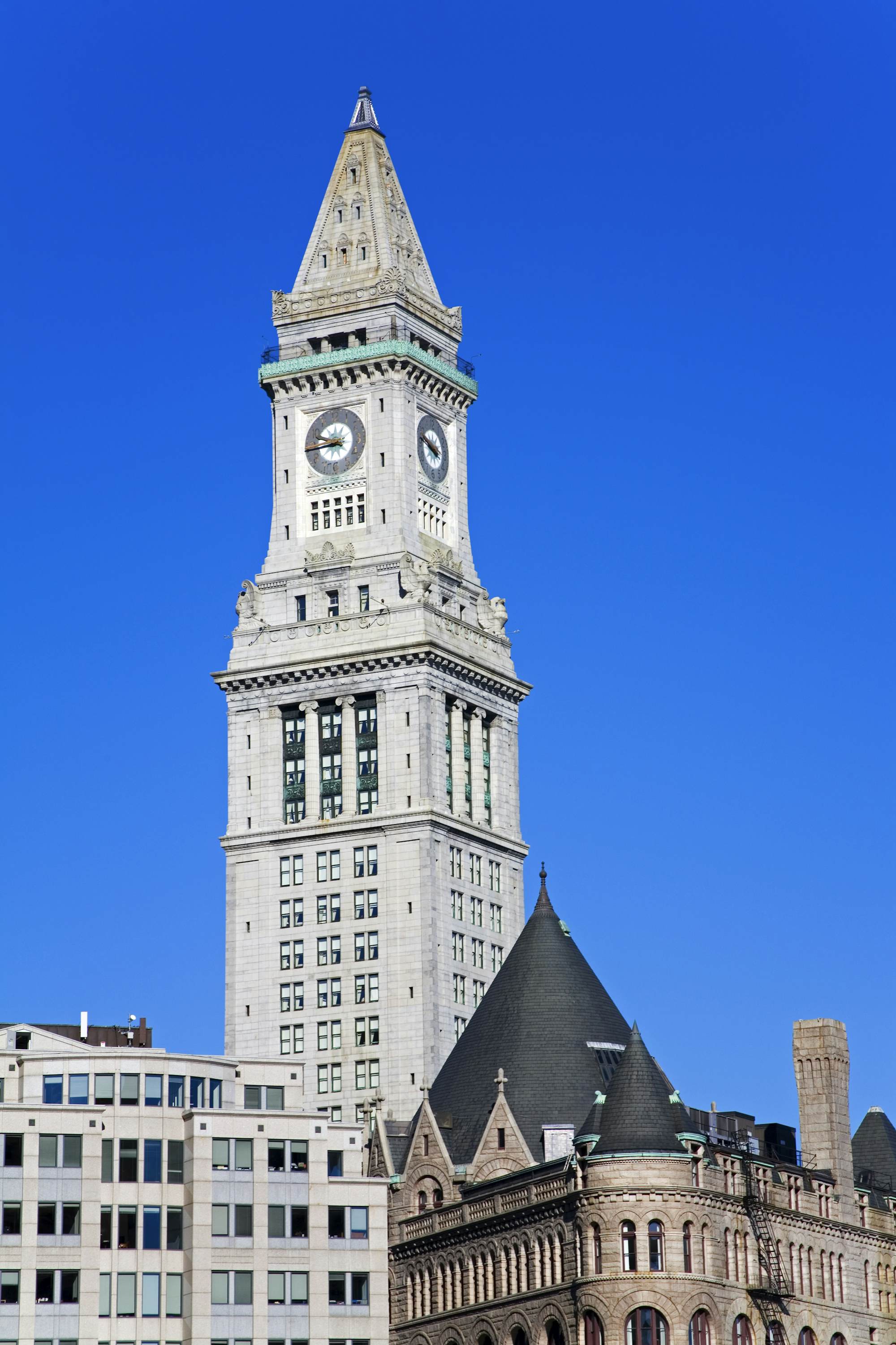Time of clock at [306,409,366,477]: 9:43
